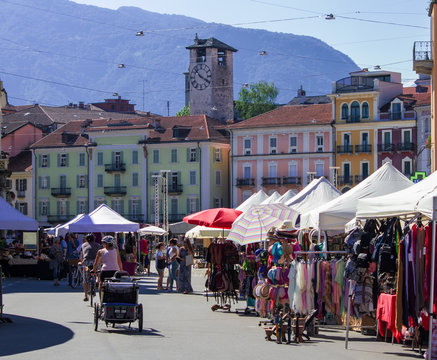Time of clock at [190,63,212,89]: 10:19
